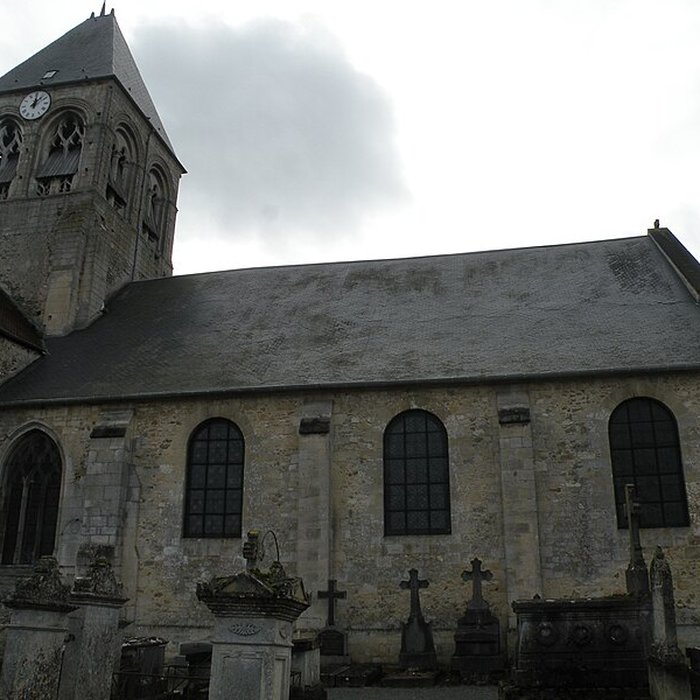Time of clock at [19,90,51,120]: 12:07
